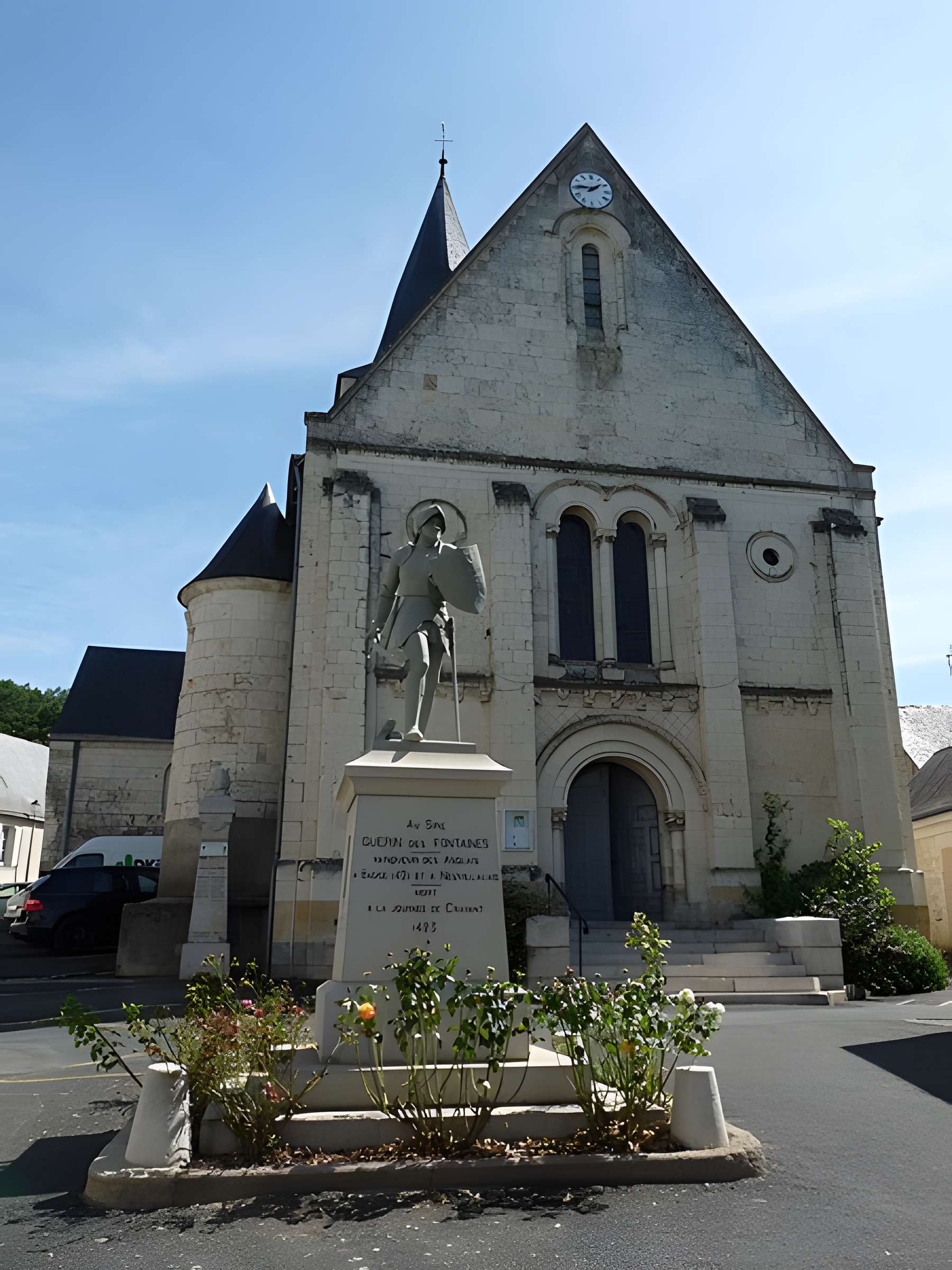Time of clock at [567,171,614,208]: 1:45
